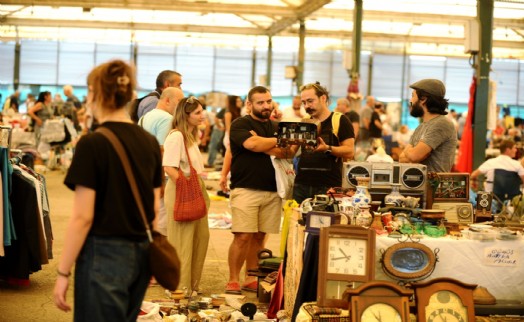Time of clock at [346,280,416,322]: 10:43
